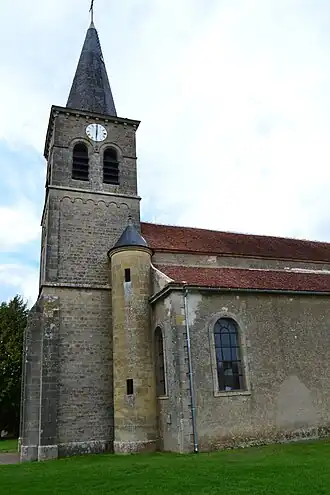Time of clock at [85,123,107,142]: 6:00
